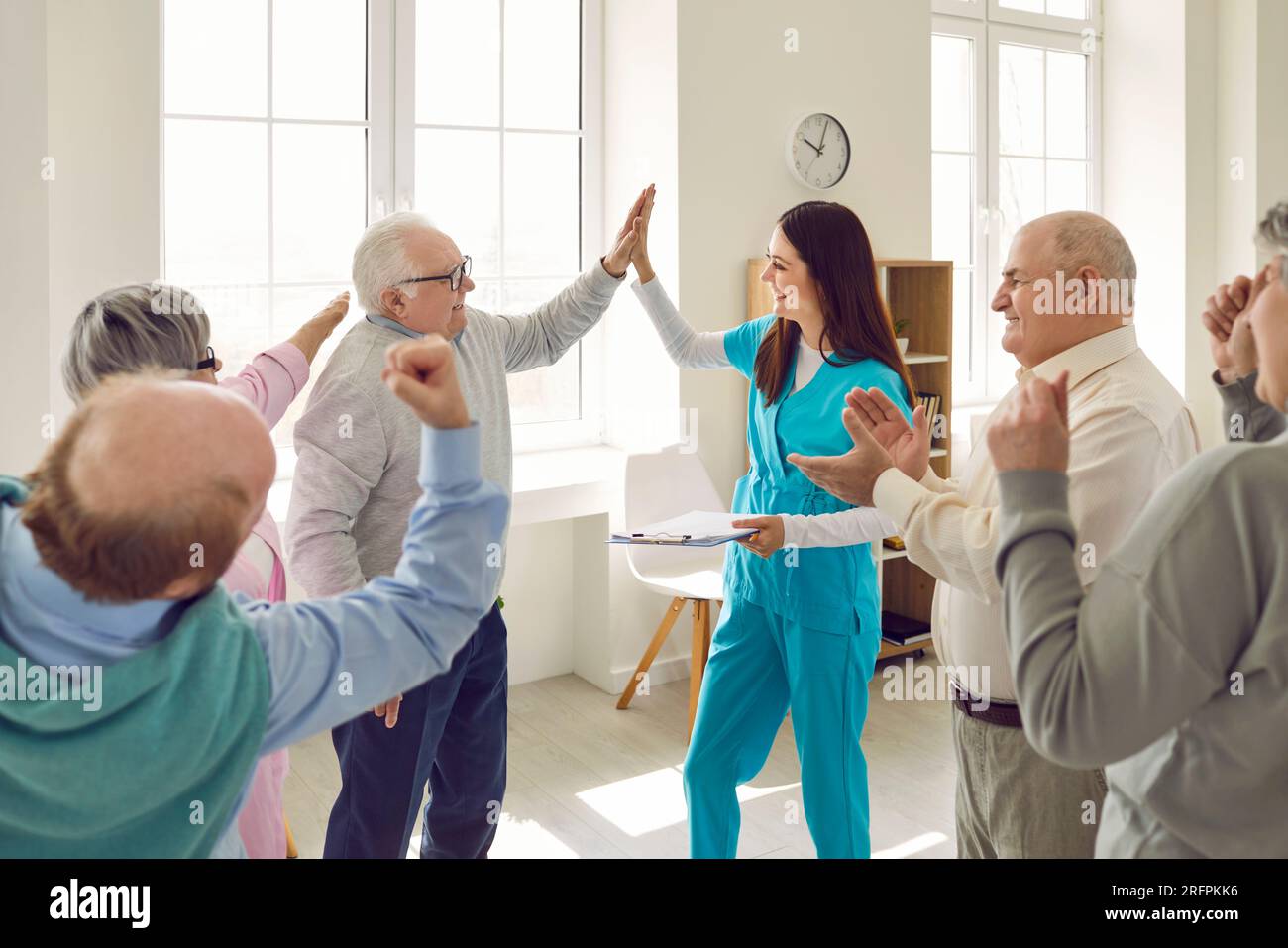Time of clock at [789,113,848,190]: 10:03
